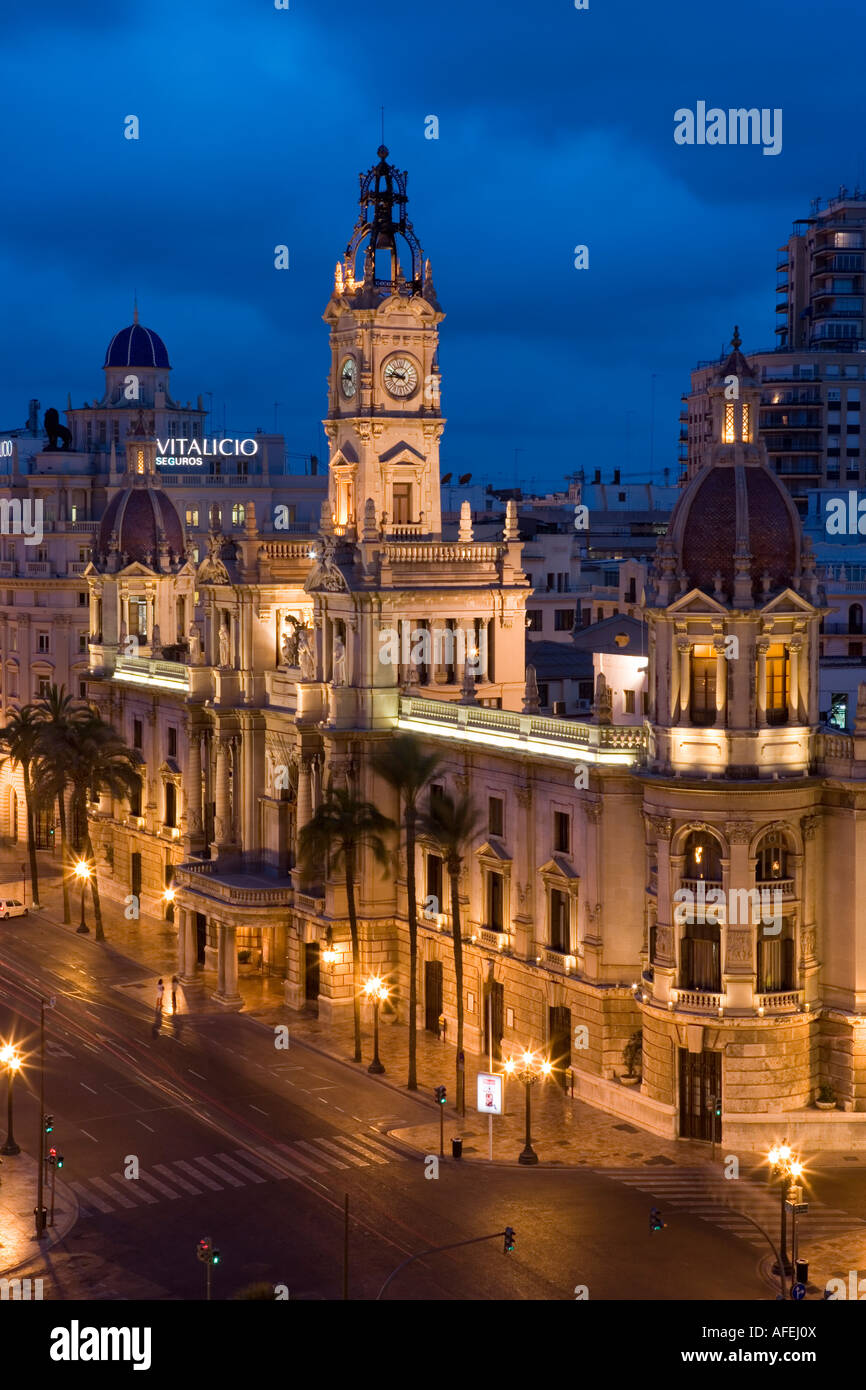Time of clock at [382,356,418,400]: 9:45
